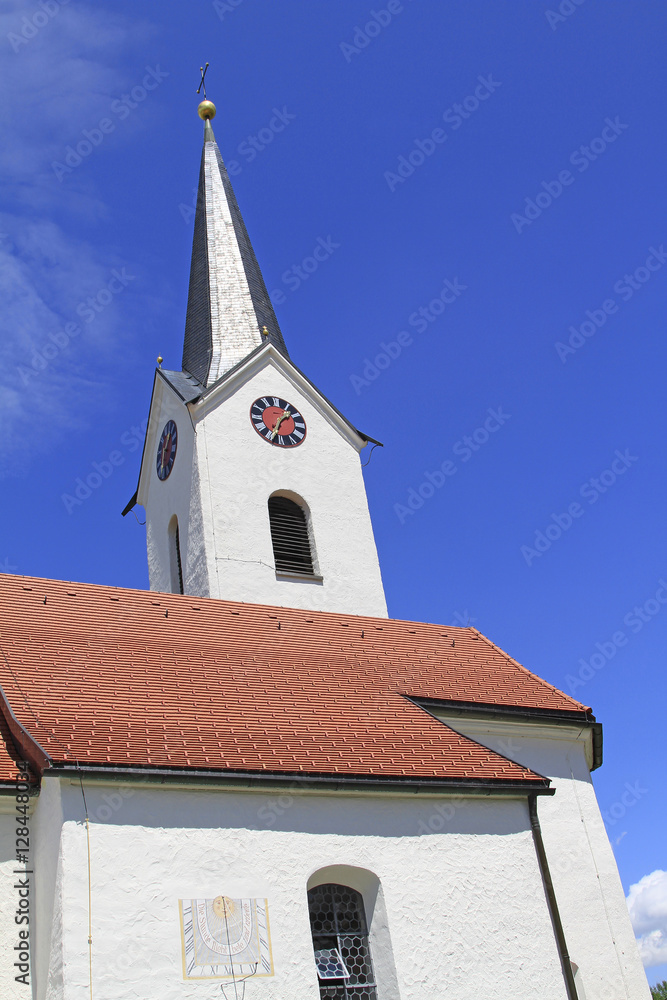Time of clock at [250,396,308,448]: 1:34
